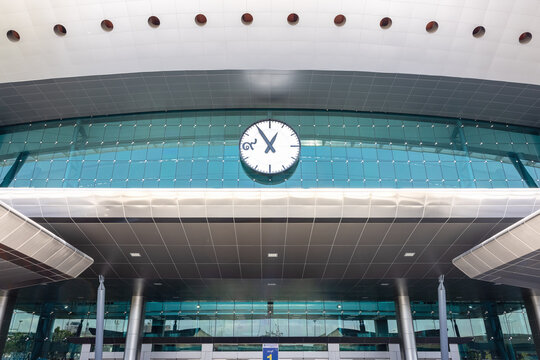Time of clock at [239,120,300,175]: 12:54
